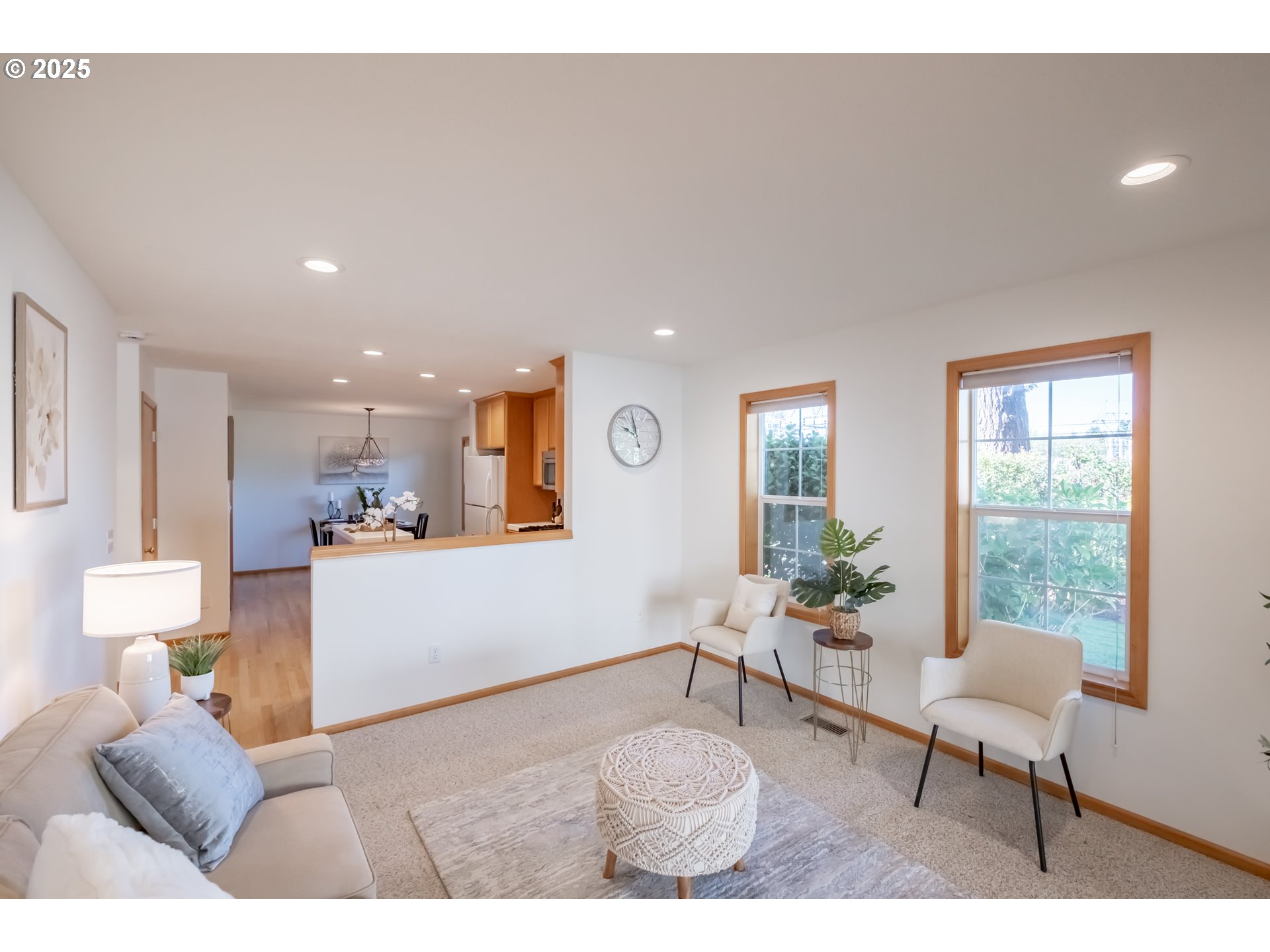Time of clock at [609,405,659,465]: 9:57
